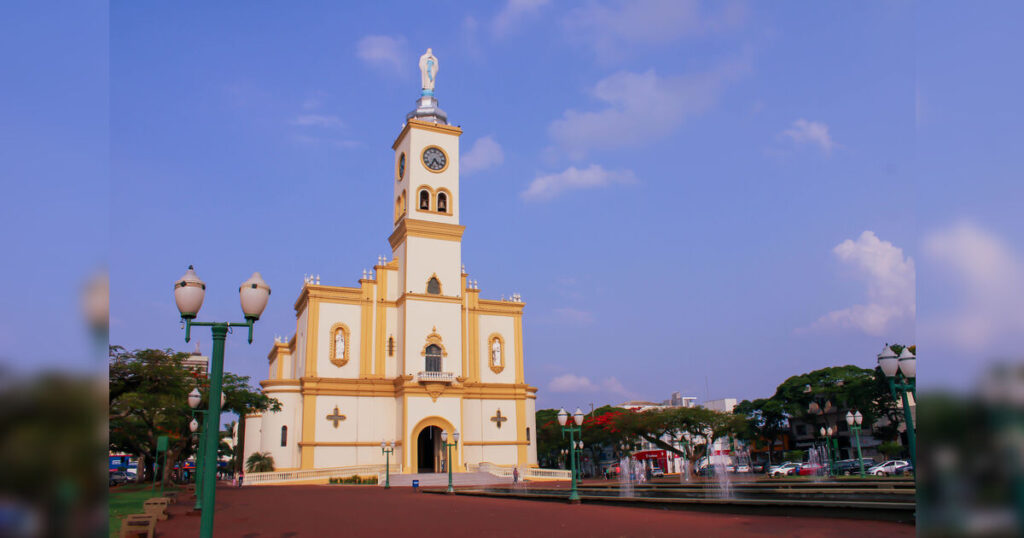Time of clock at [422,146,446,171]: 4:34
